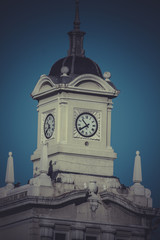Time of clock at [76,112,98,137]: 10:39
